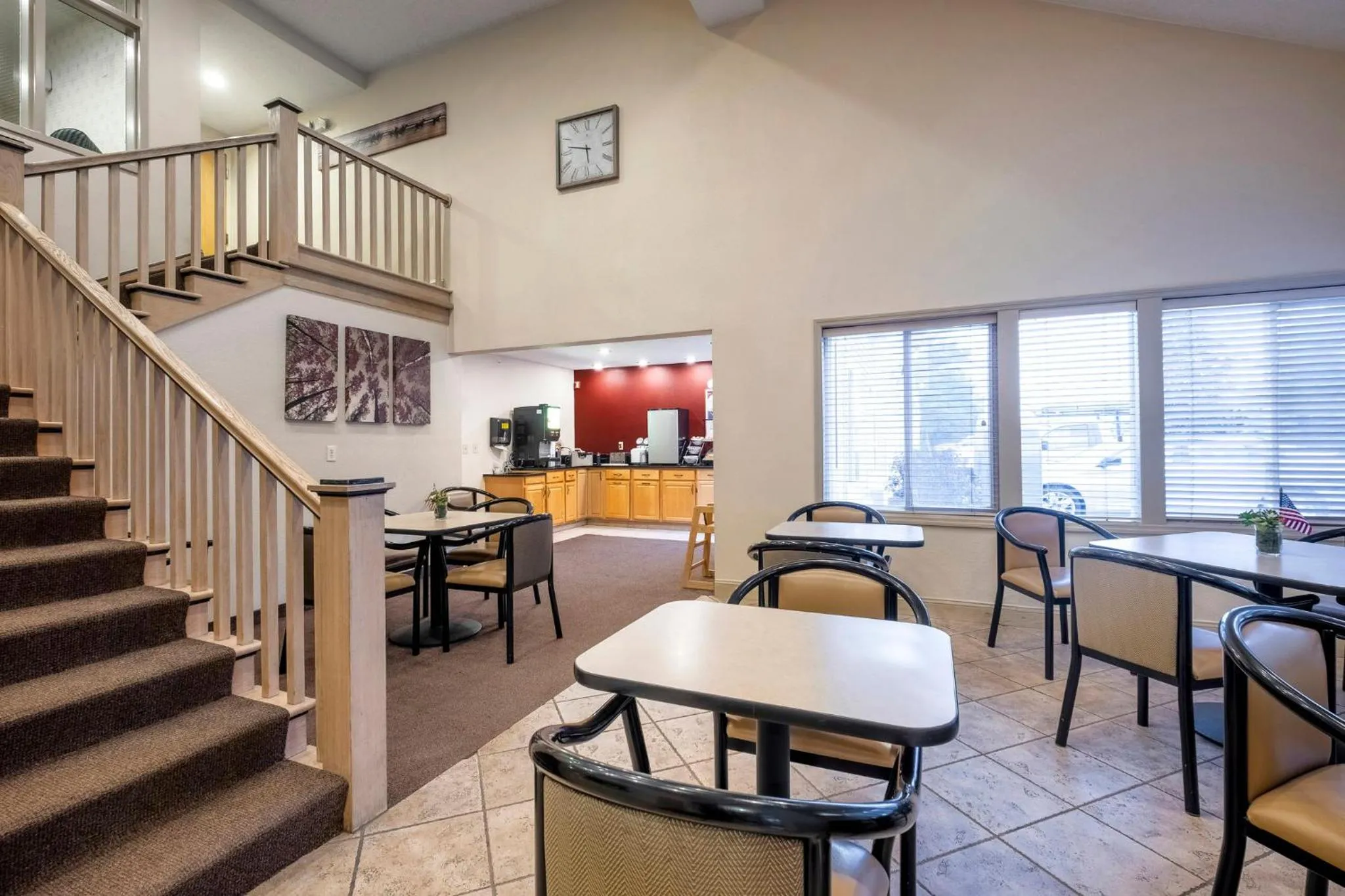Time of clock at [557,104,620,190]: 5:47
